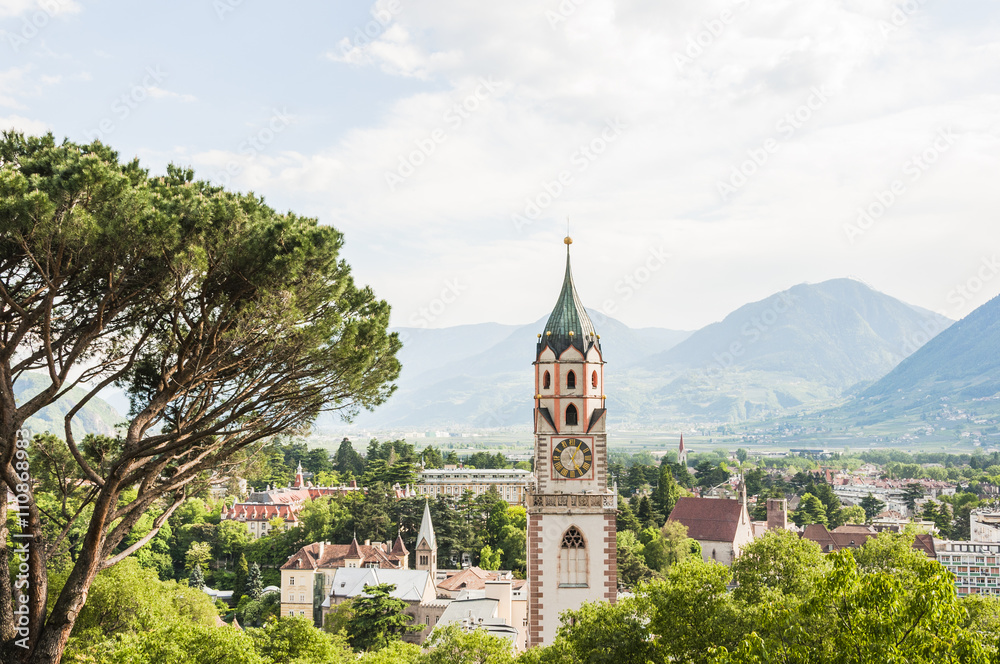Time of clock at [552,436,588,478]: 5:05
